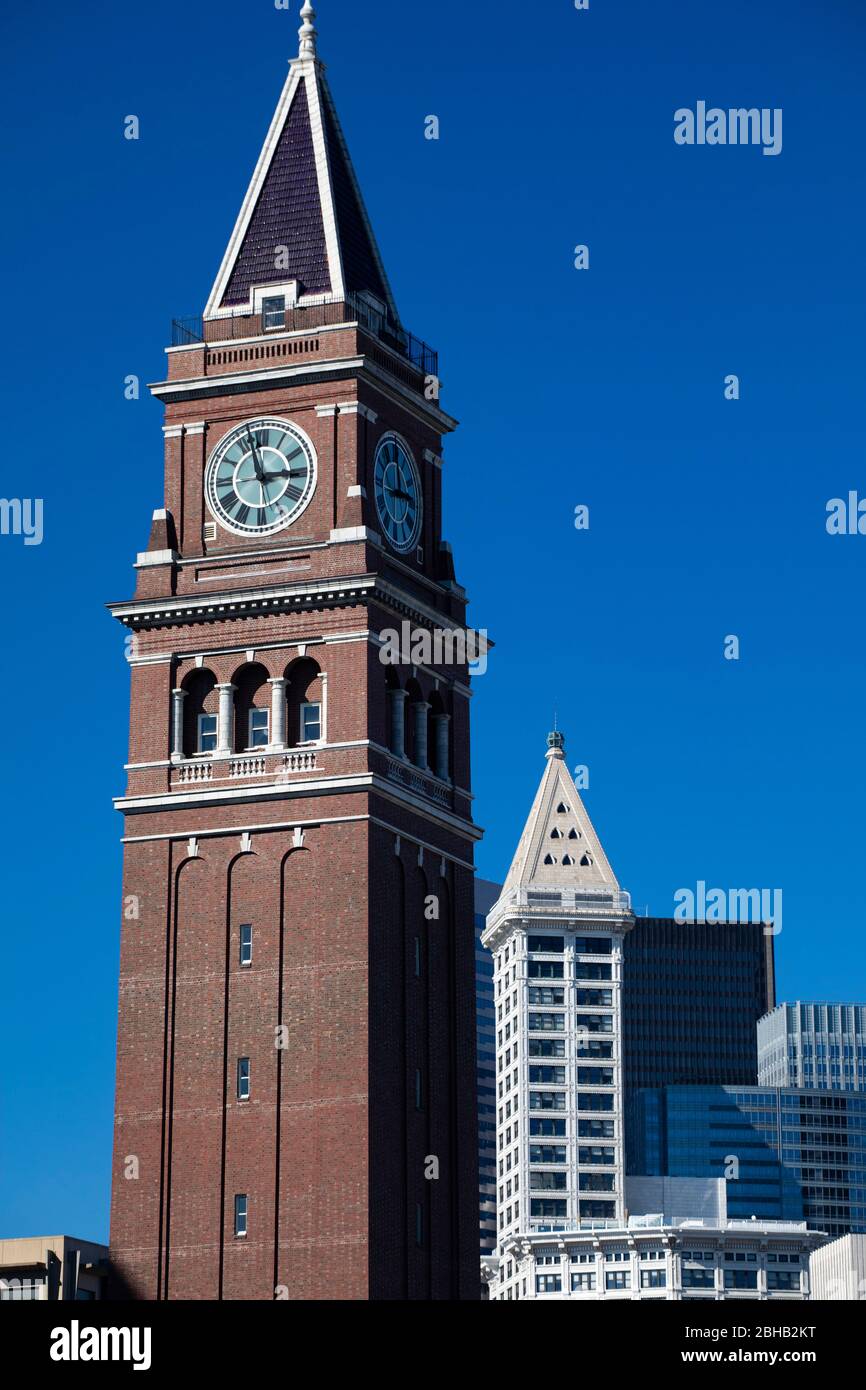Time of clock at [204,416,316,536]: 2:57
